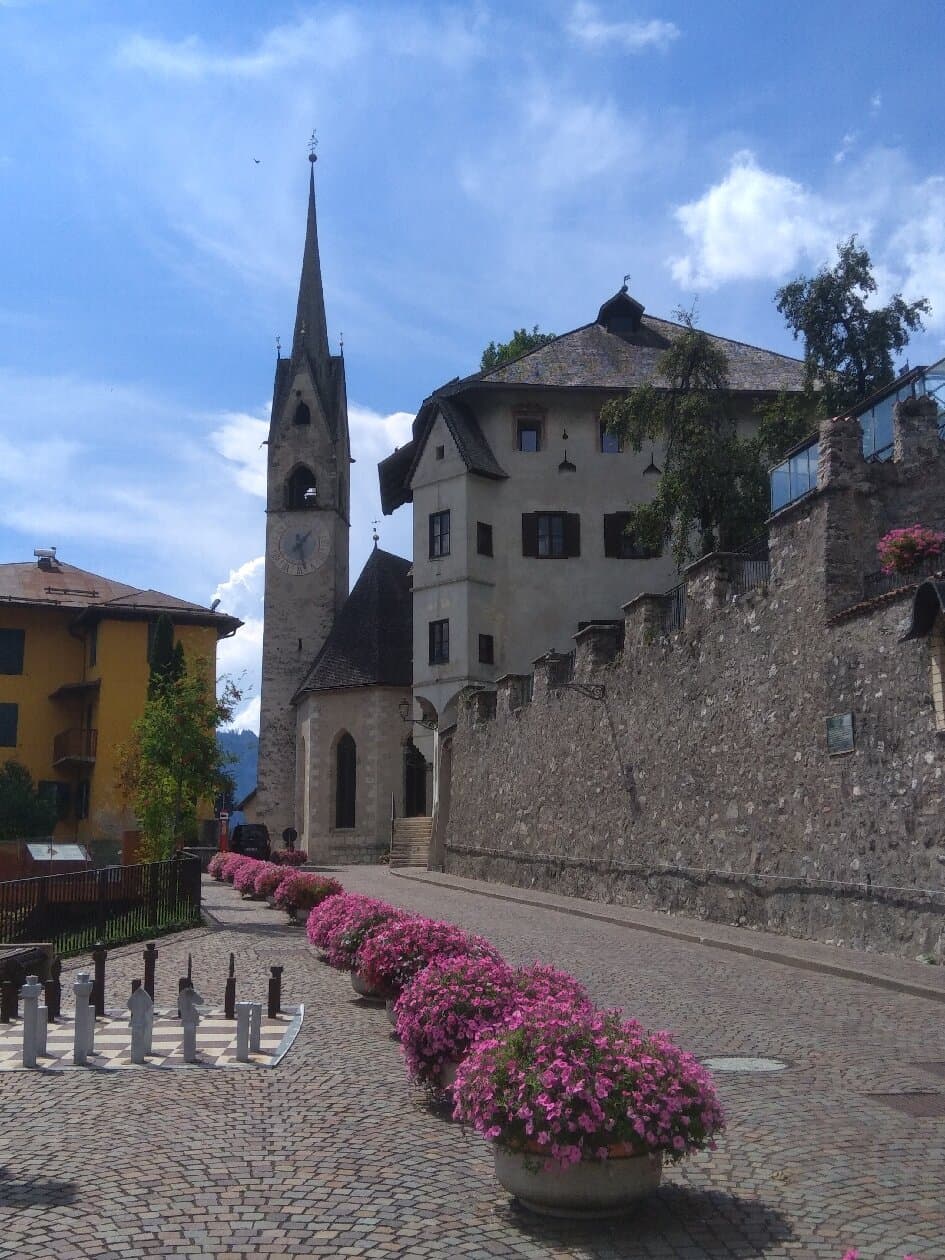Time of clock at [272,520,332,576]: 1:28
